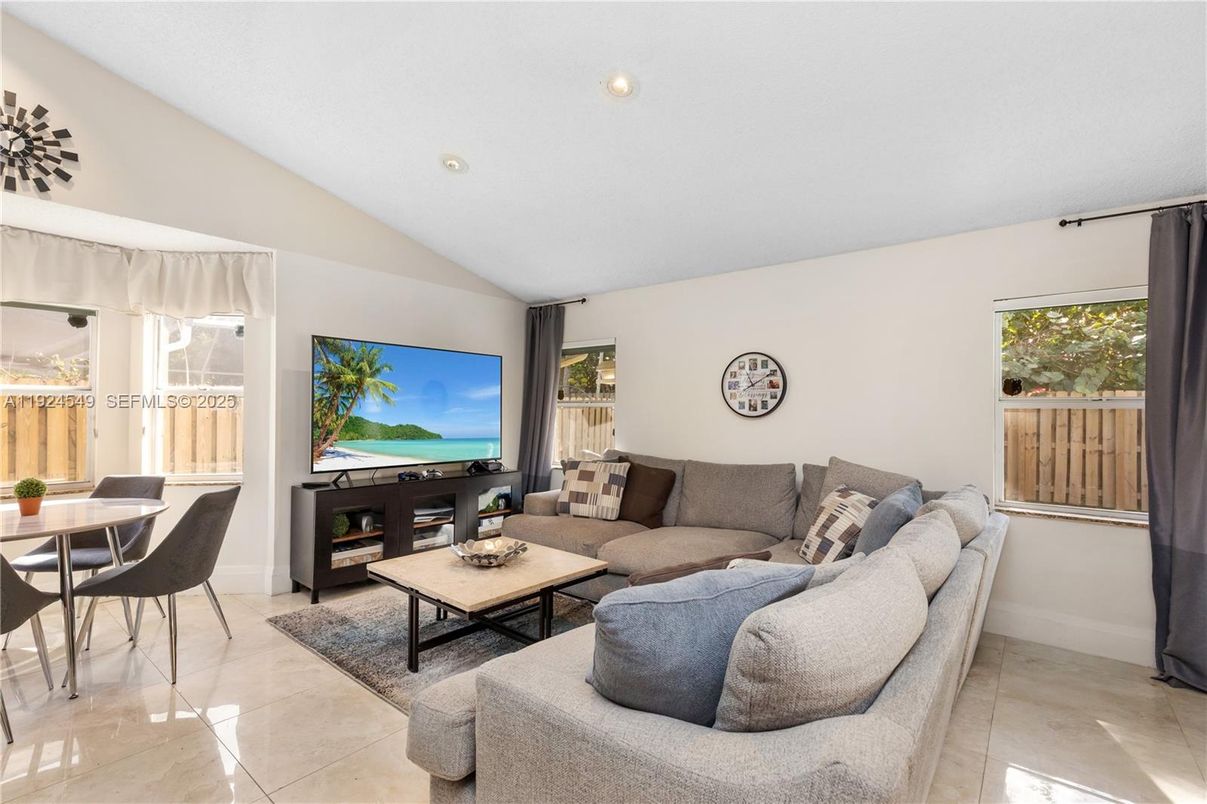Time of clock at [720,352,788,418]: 11:09
